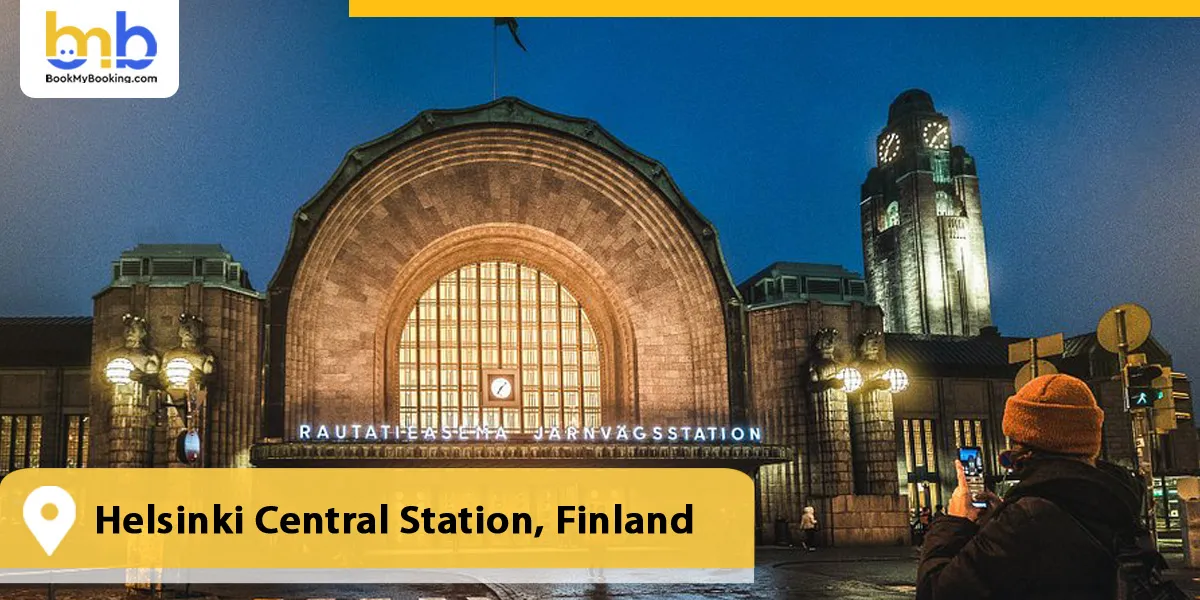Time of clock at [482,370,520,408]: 7:07
